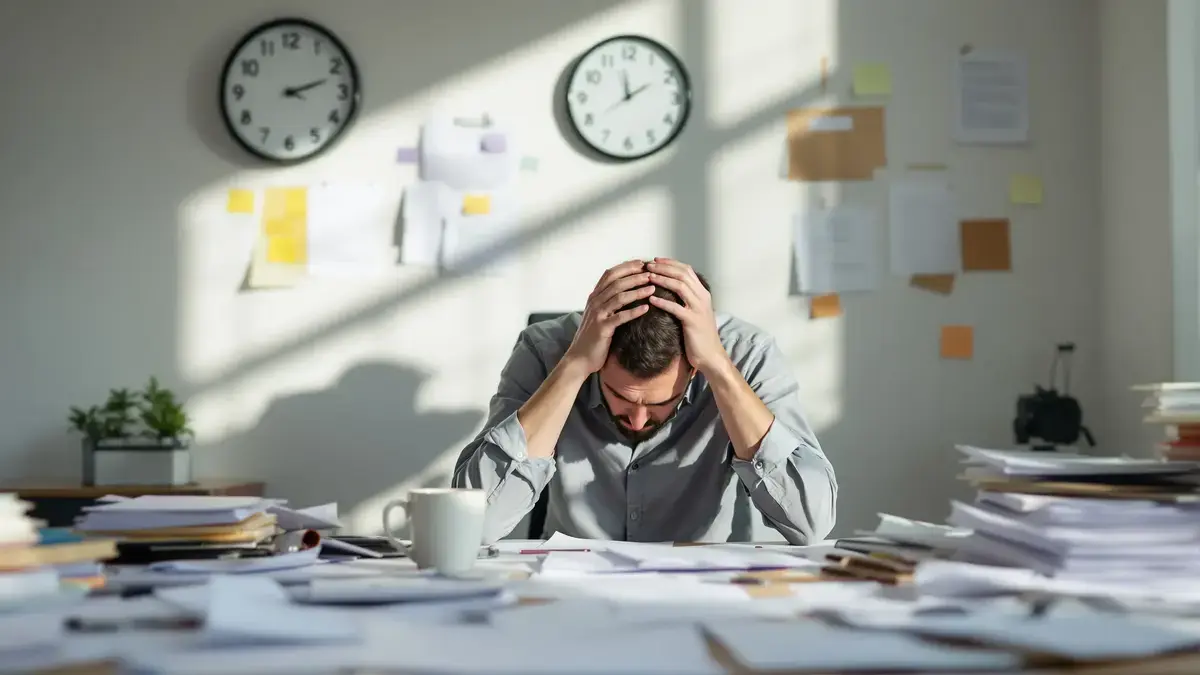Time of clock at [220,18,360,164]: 2:12
